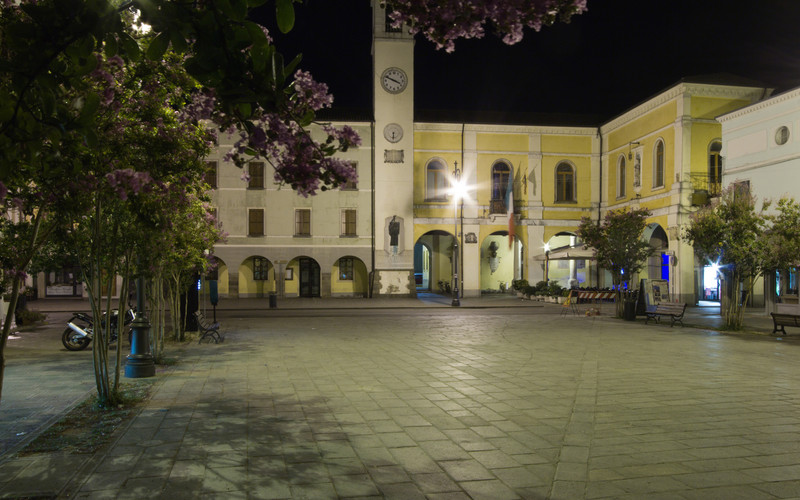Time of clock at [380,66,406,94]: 3:48
